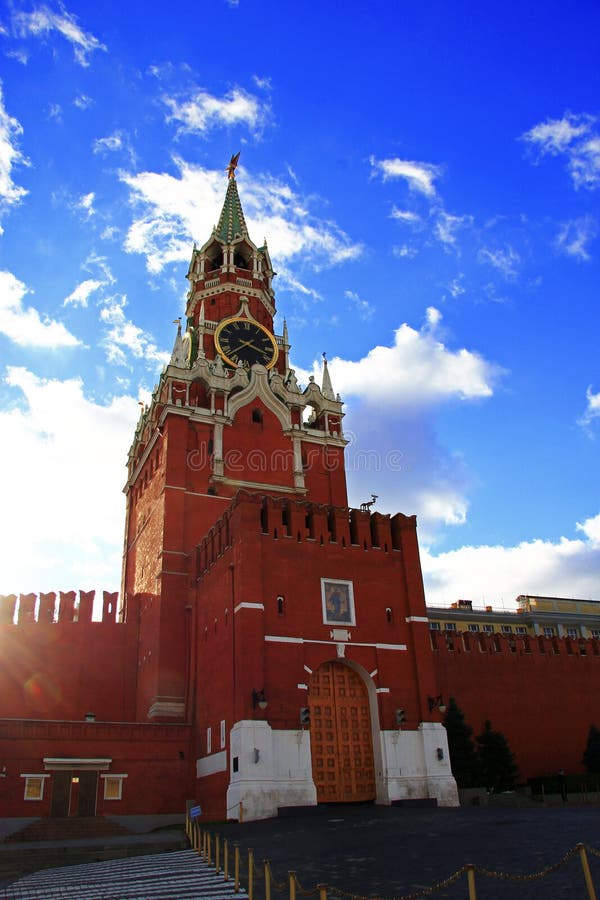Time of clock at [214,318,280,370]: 3:38
